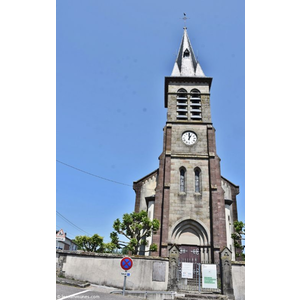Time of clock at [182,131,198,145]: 1:00
